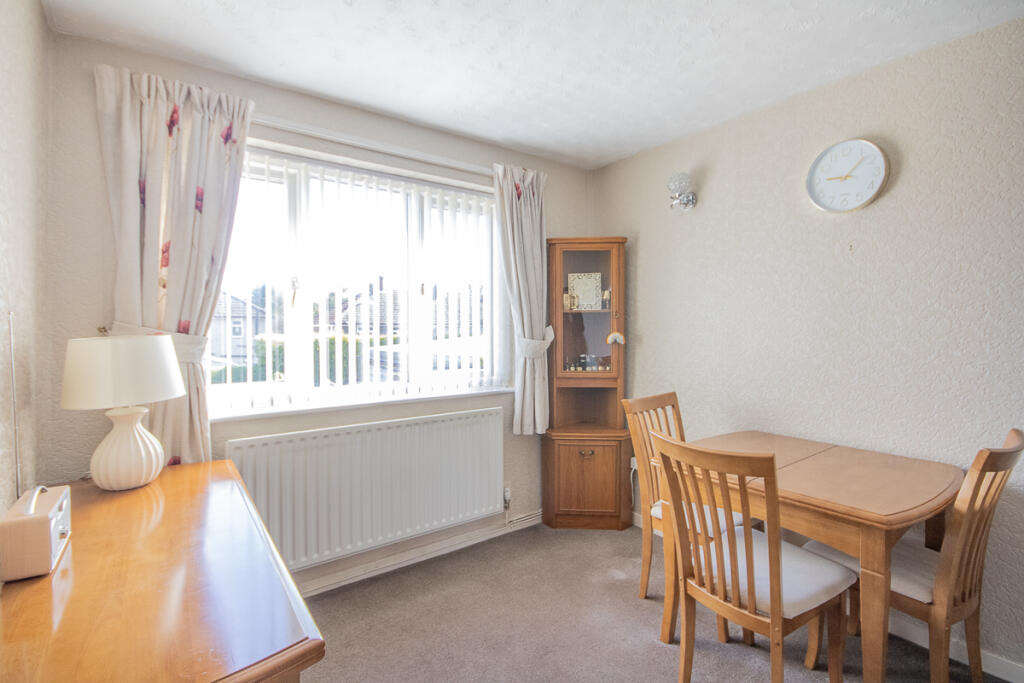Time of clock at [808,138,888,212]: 9:07
